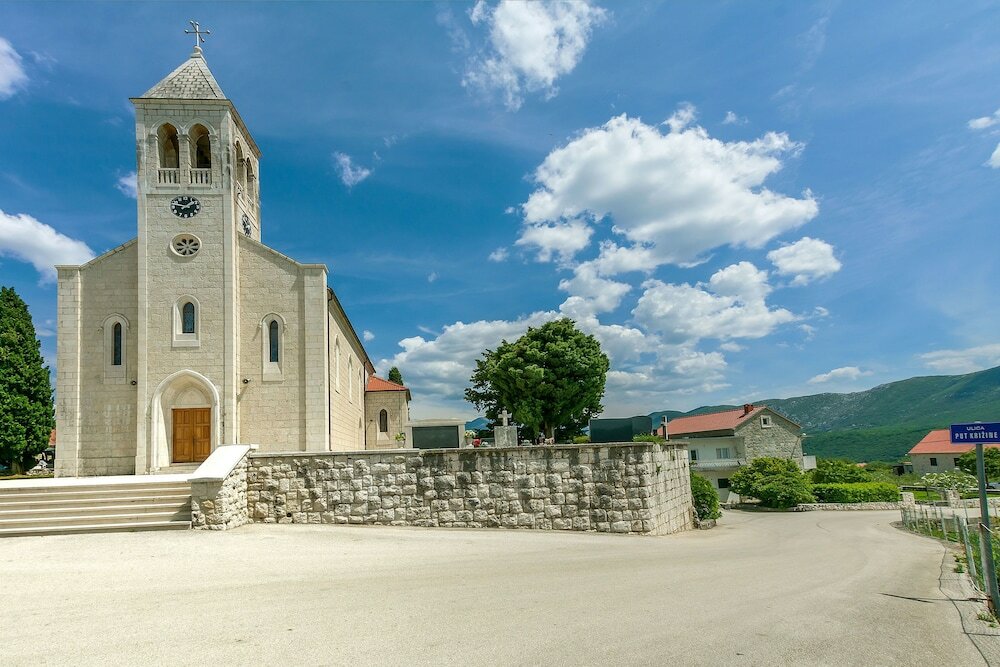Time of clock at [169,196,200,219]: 1:46
